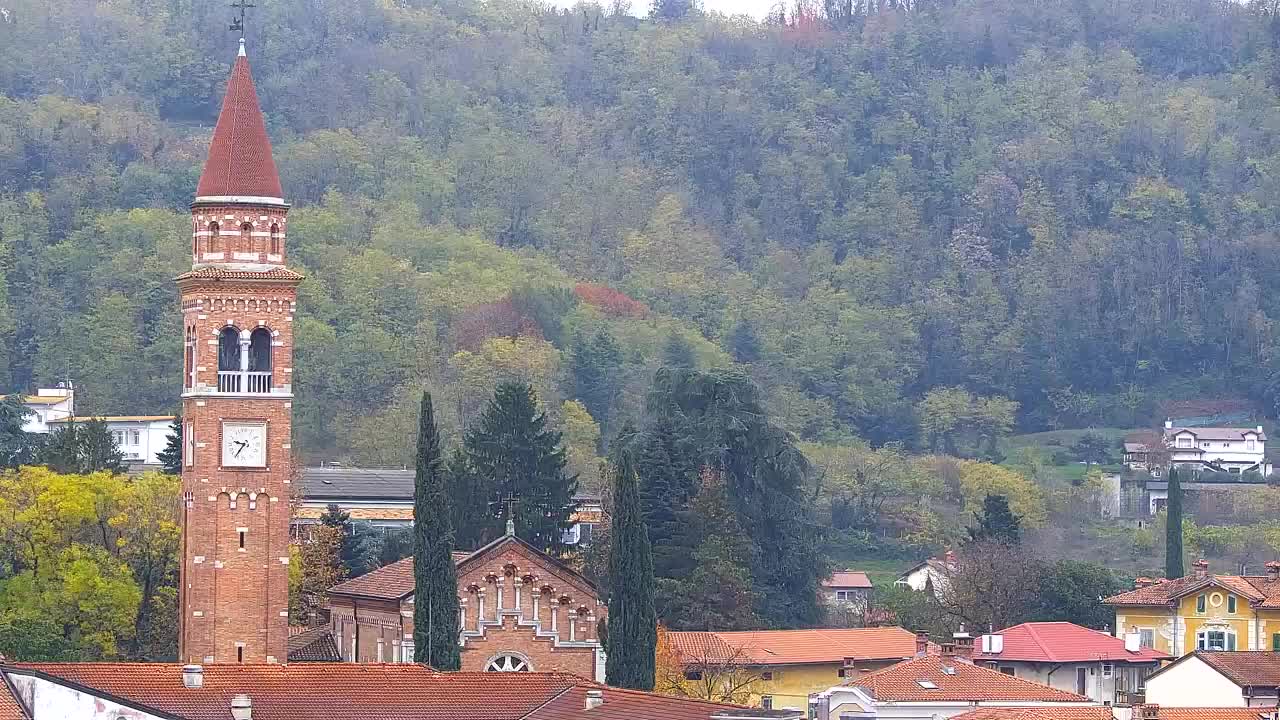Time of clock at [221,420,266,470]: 9:36
